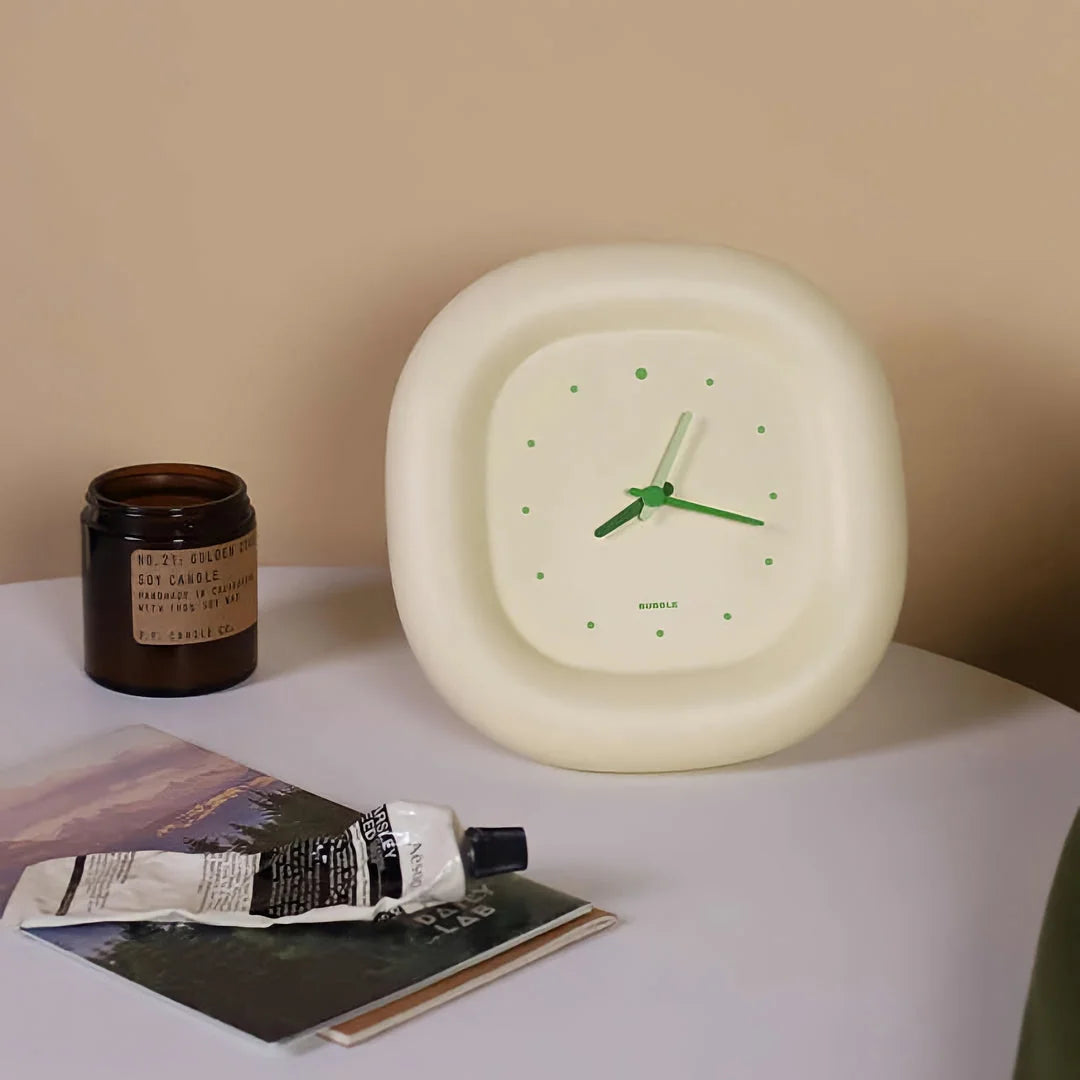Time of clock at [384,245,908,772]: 8:17
